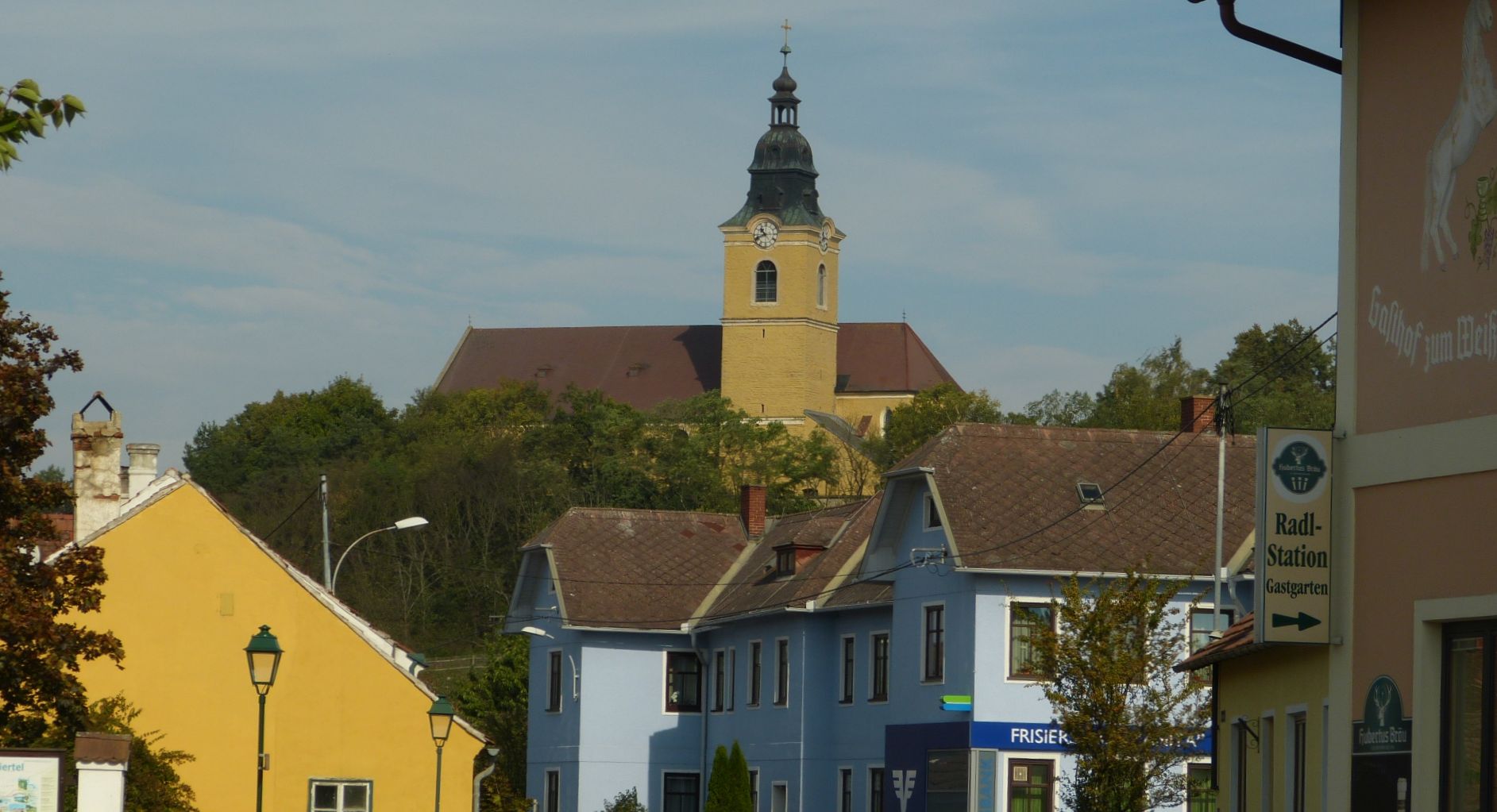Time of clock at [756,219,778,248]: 10:41
